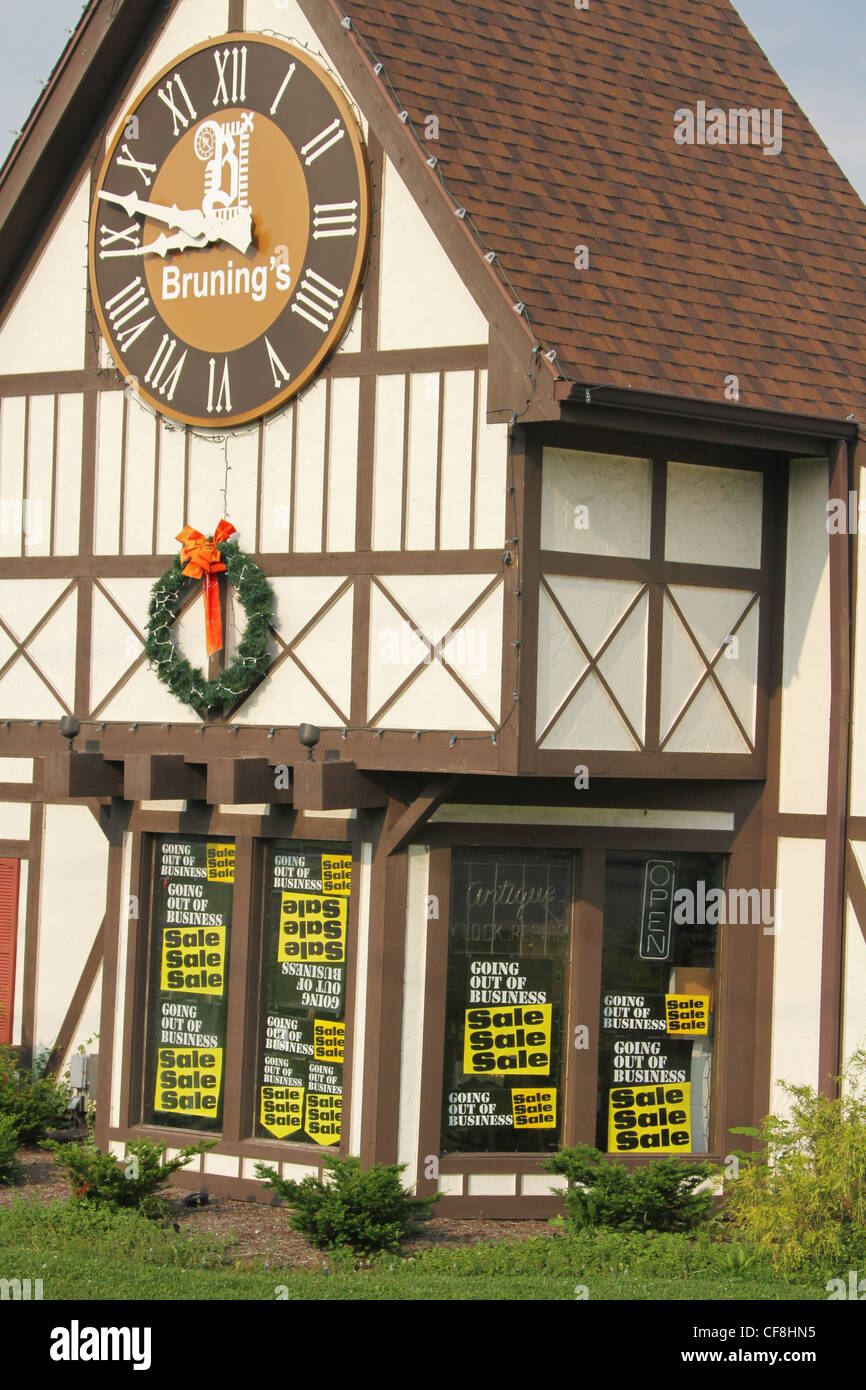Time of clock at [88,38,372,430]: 8:47
